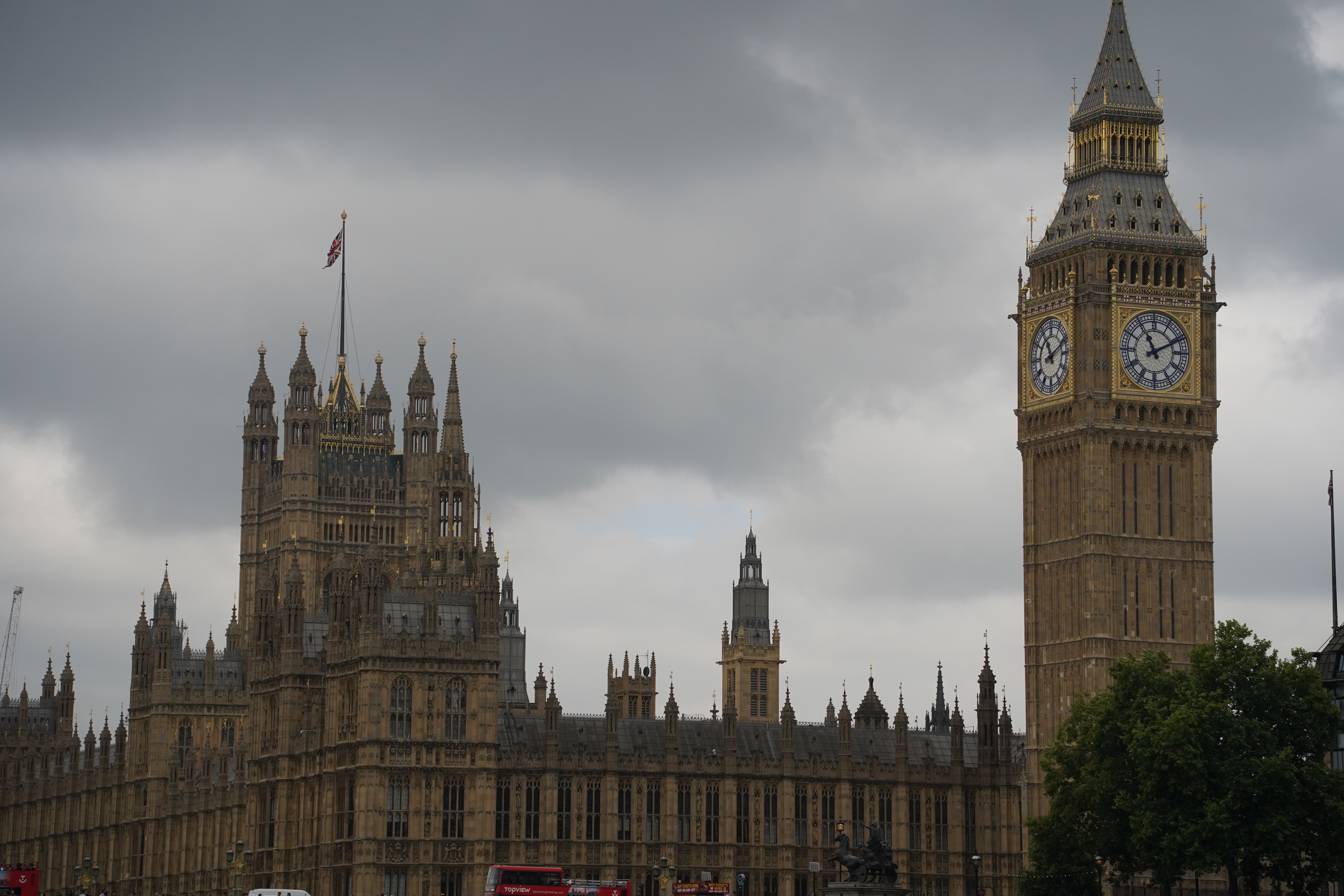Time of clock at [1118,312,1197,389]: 11:10
